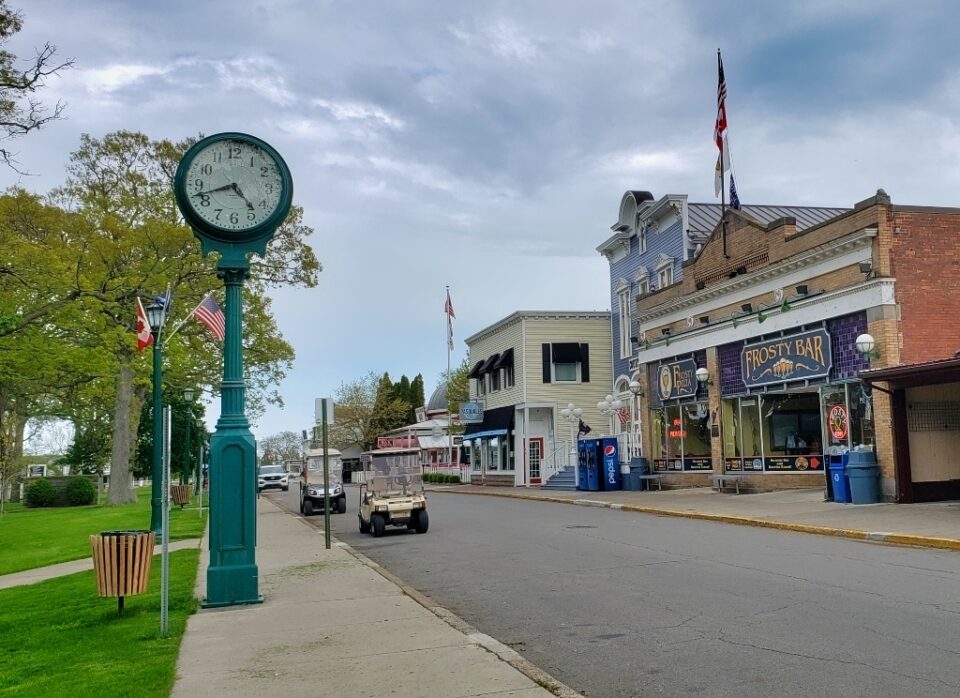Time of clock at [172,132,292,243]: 4:42
